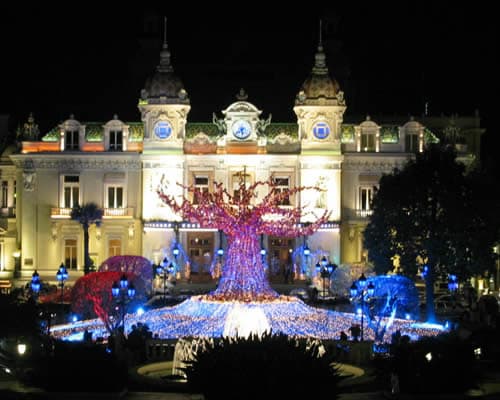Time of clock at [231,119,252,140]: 5:38
